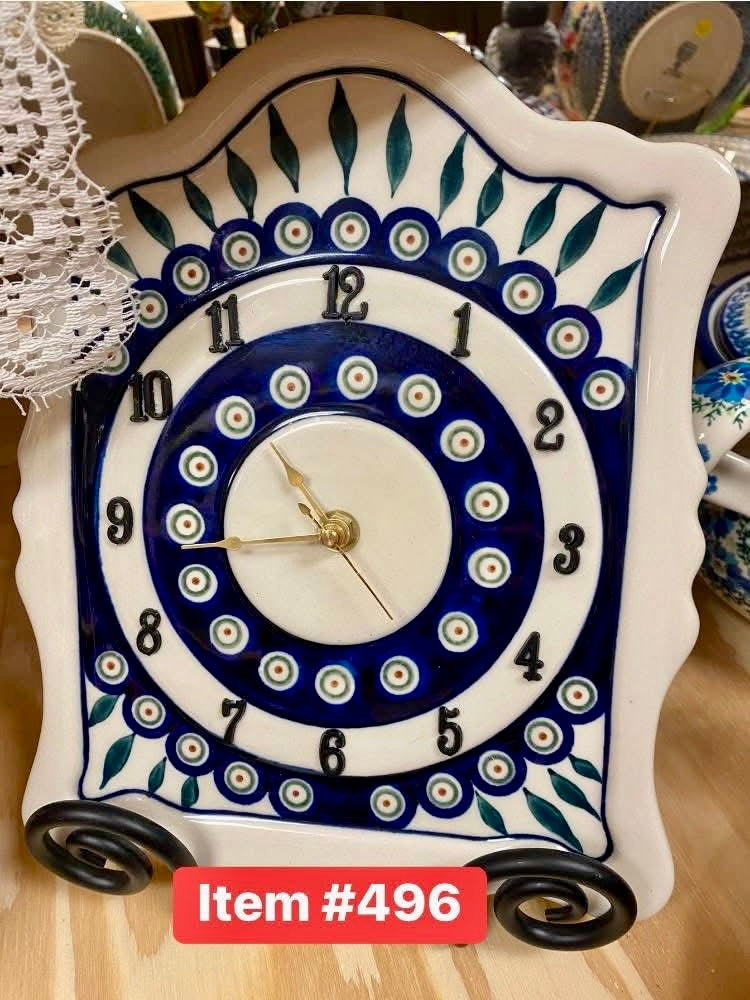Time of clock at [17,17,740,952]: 10:43
